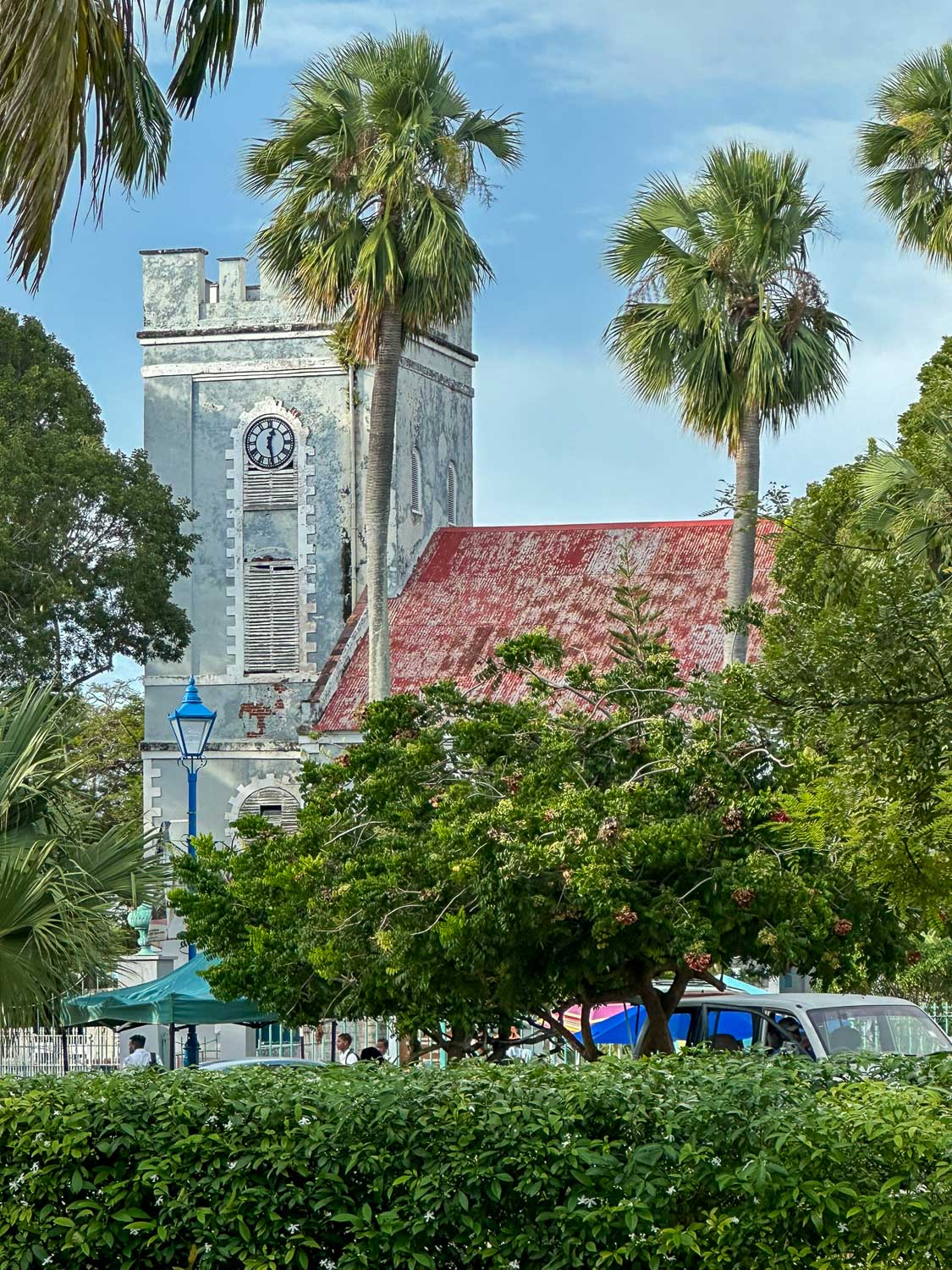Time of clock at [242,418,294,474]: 12:28
